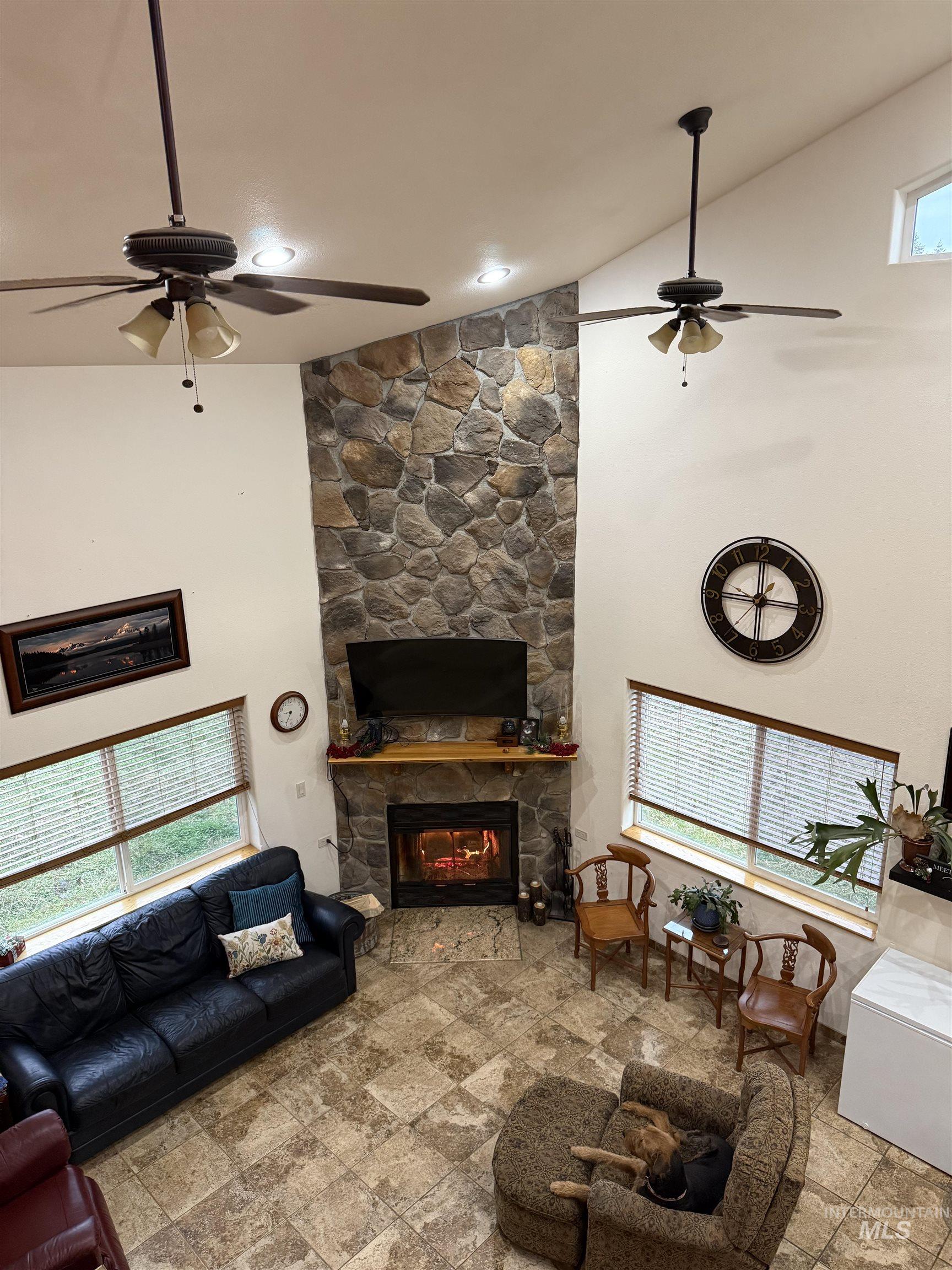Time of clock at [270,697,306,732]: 9:35
